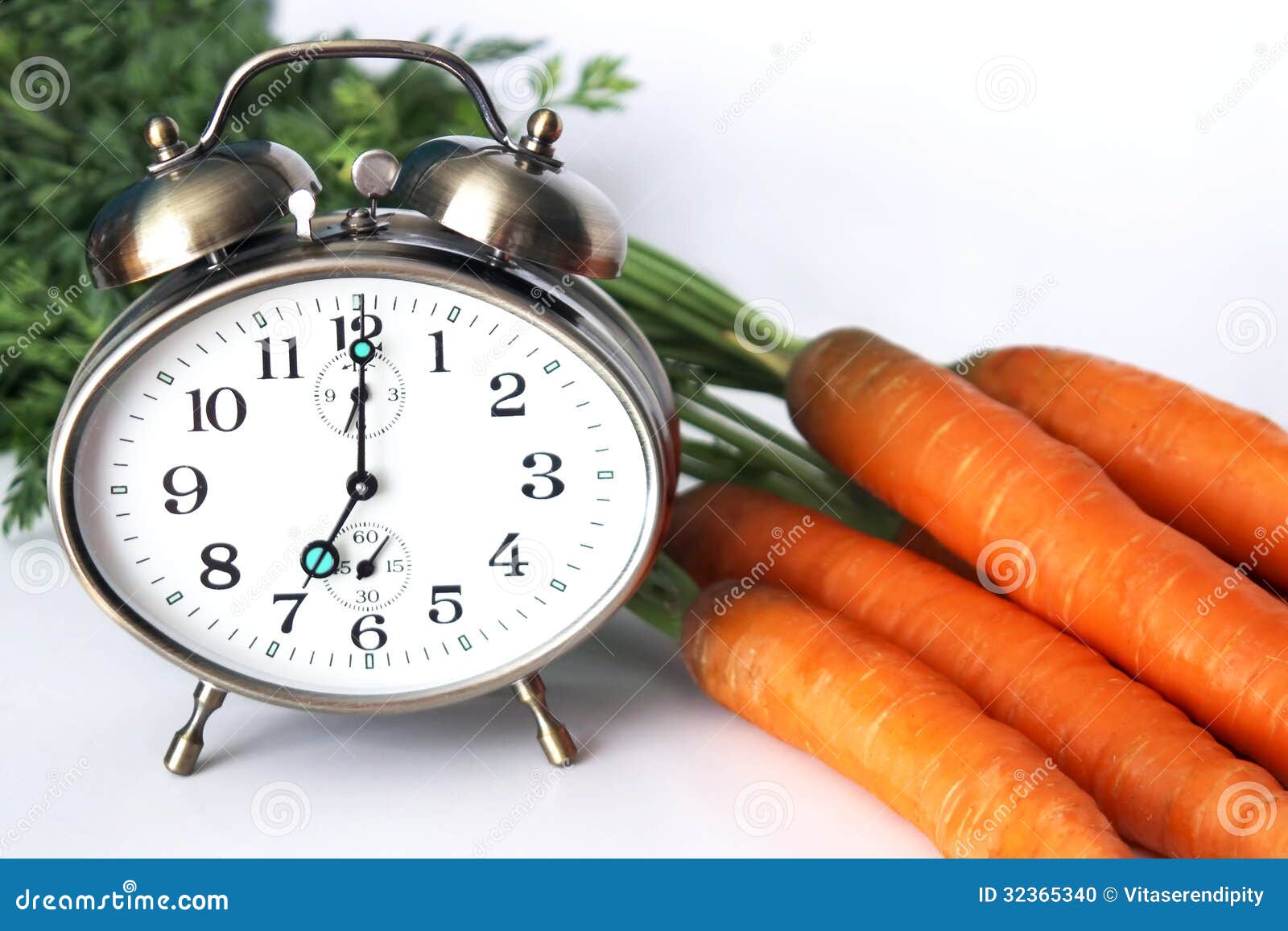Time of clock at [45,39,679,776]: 7:00
